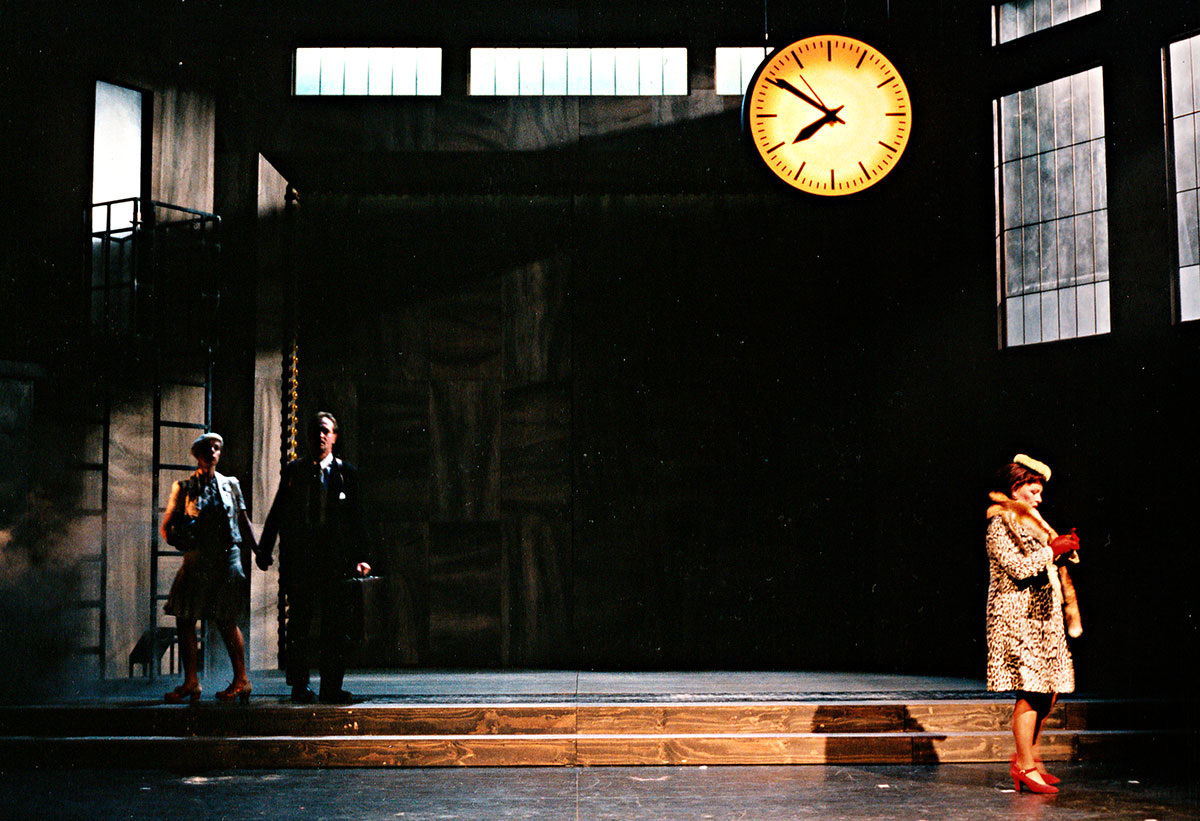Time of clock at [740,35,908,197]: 7:50
